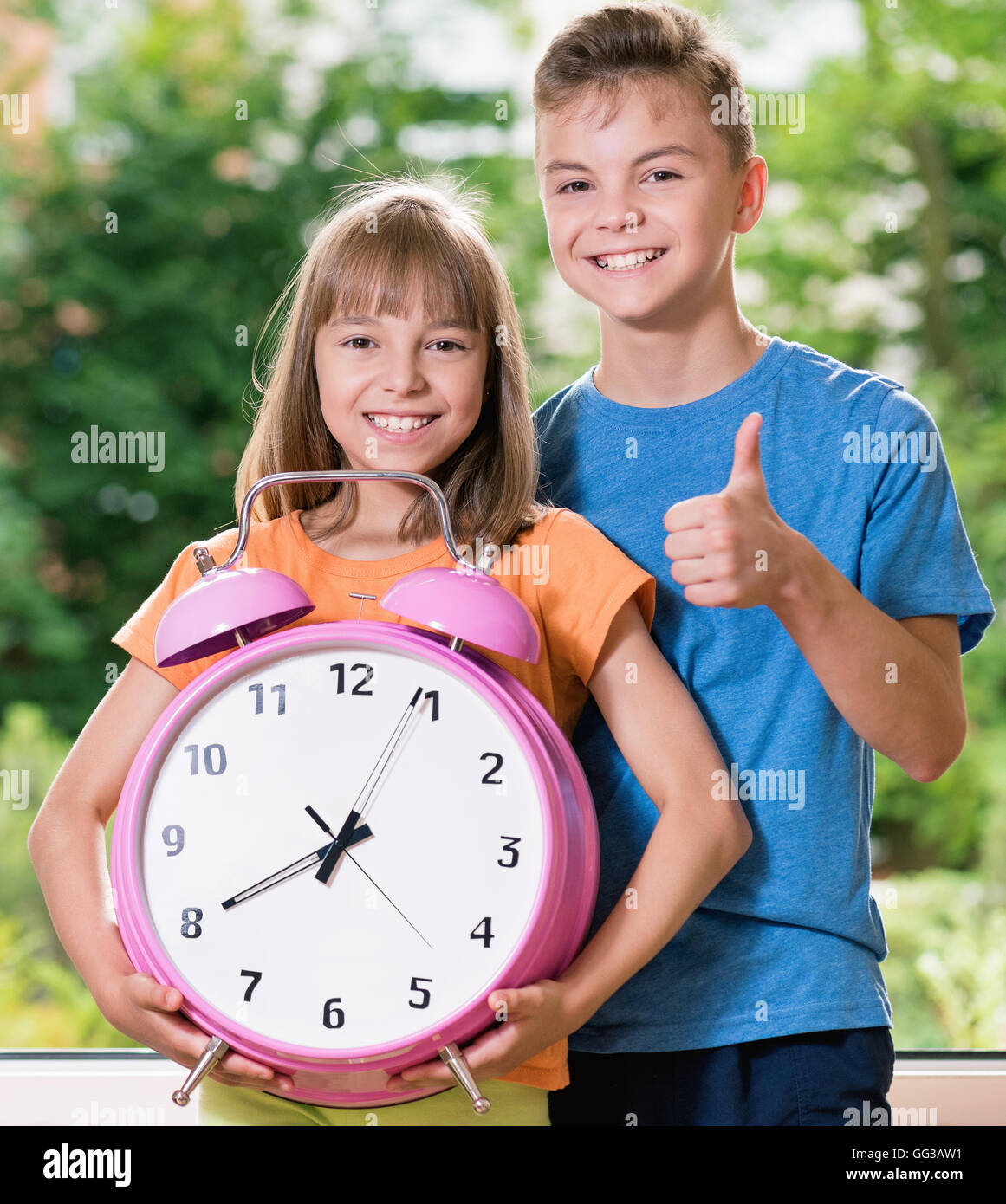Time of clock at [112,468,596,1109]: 8:04
